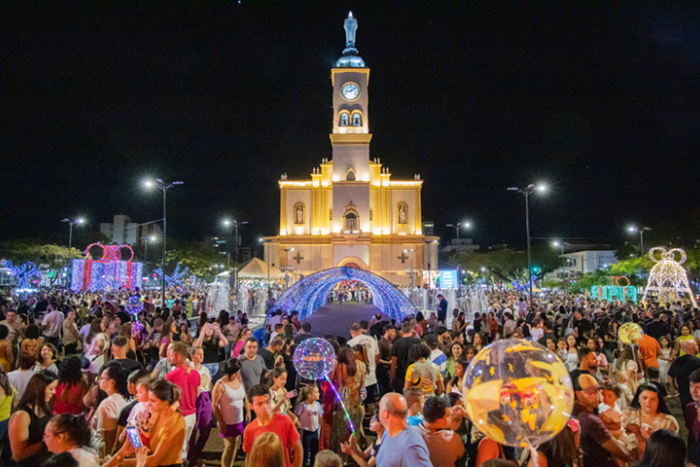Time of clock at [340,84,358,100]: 9:08
